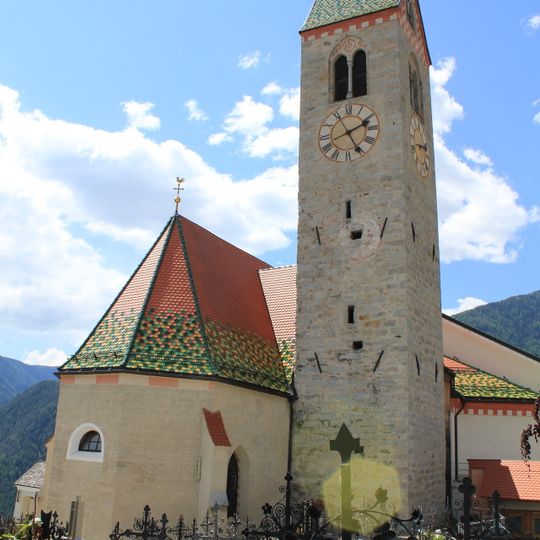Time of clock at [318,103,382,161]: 2:25
